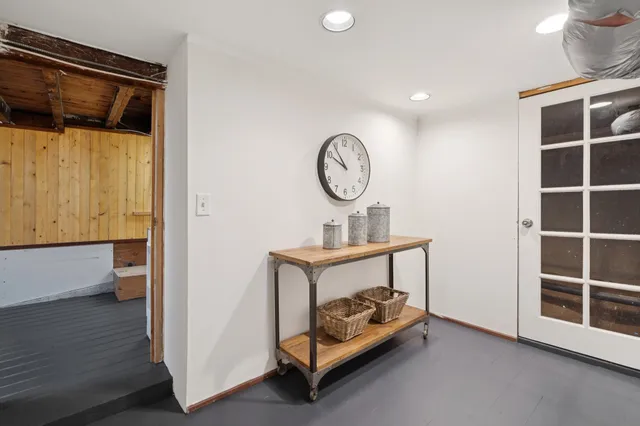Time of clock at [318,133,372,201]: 9:53
